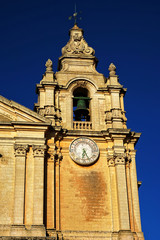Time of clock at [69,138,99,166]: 6:25
